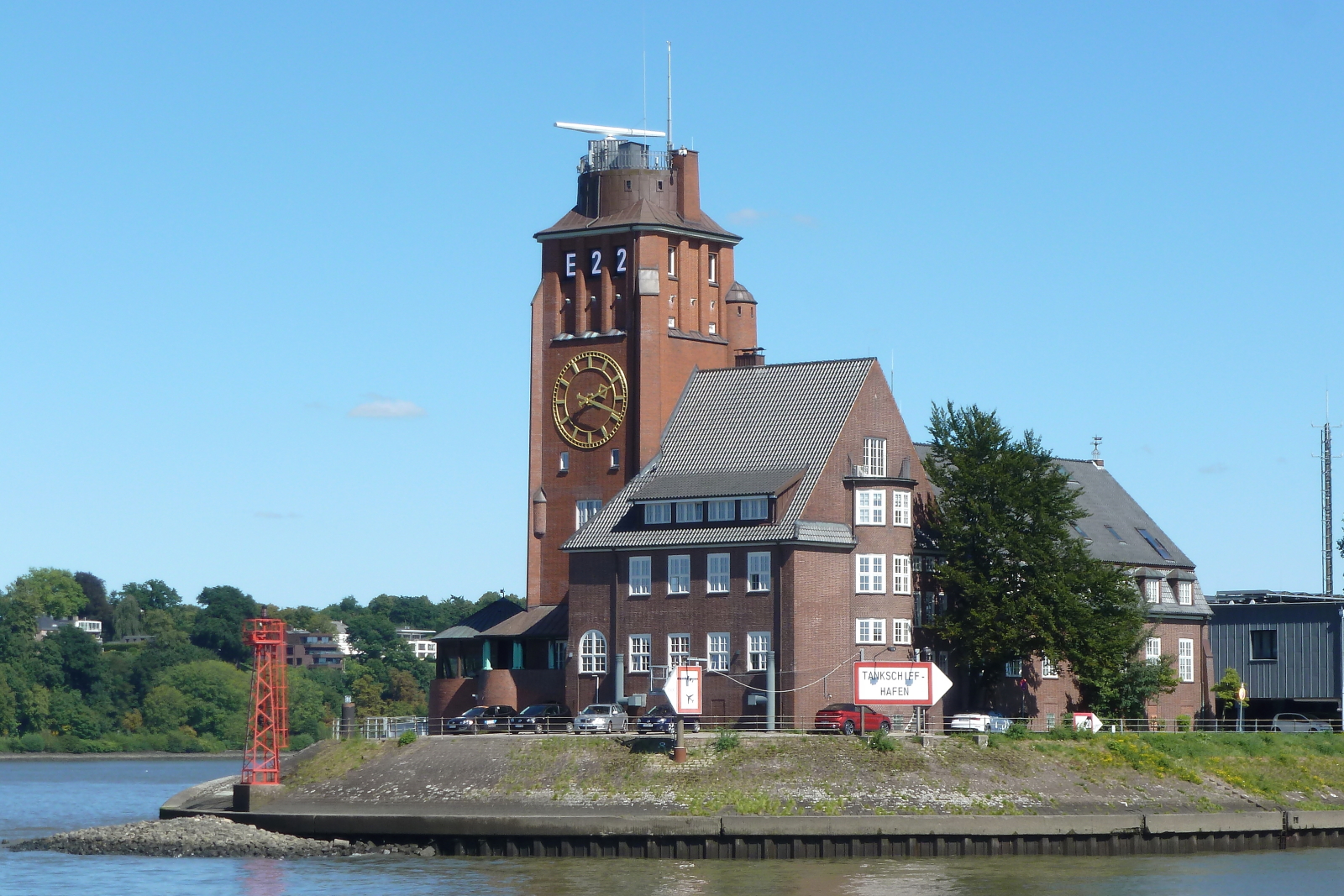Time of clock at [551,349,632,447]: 3:40
